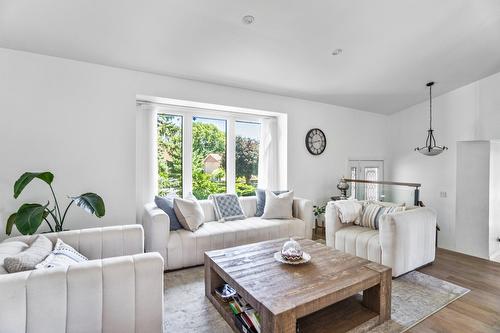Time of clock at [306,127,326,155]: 2:43
